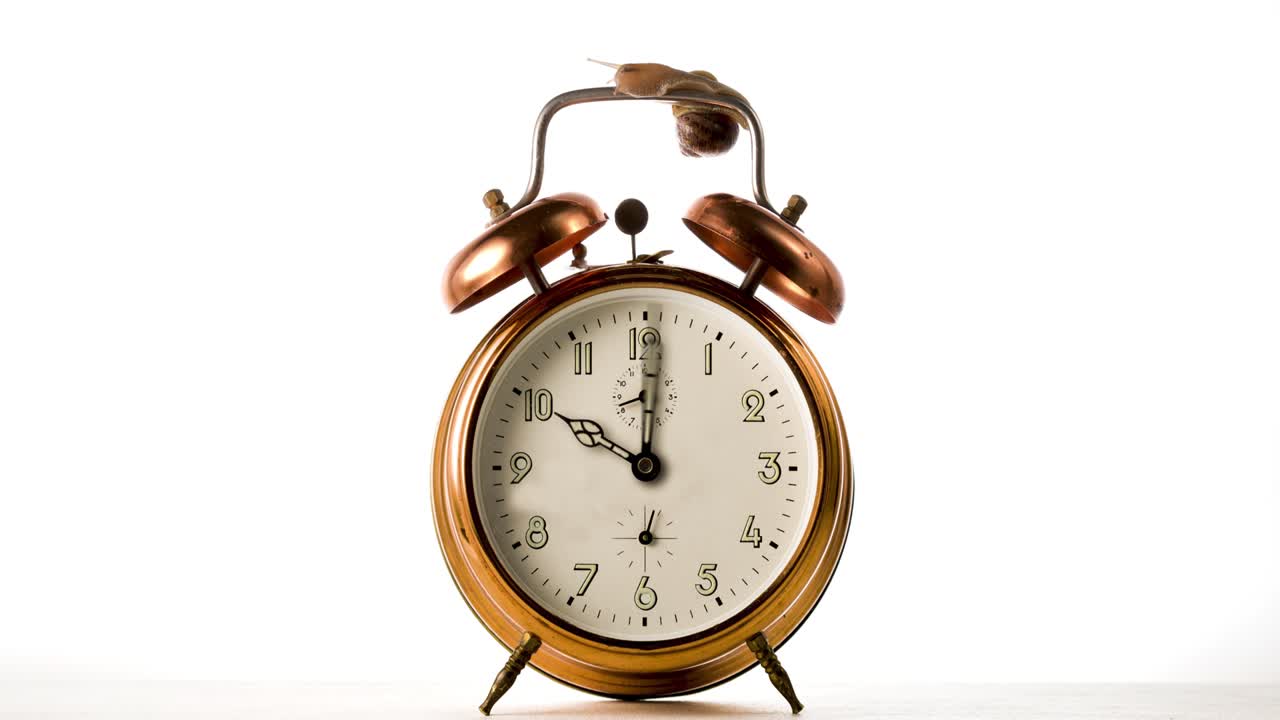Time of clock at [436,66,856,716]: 10:00
